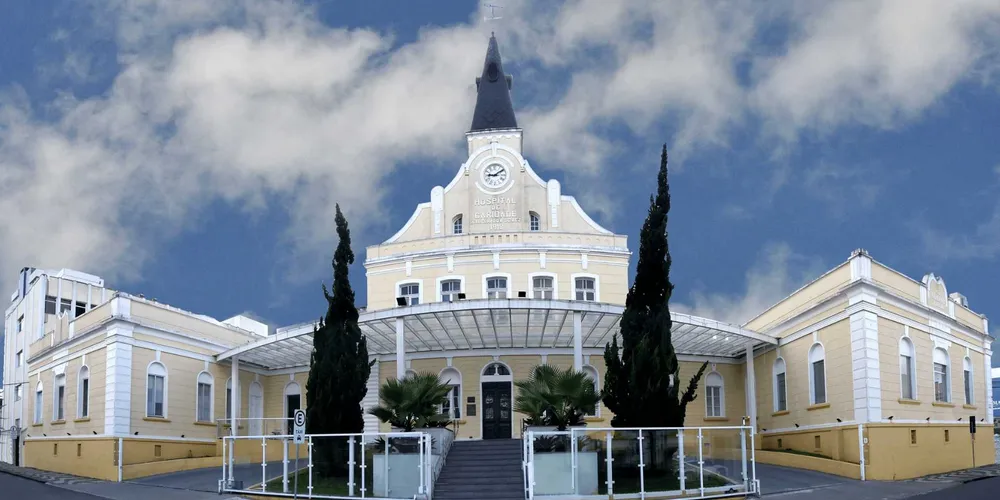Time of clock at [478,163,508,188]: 9:09
